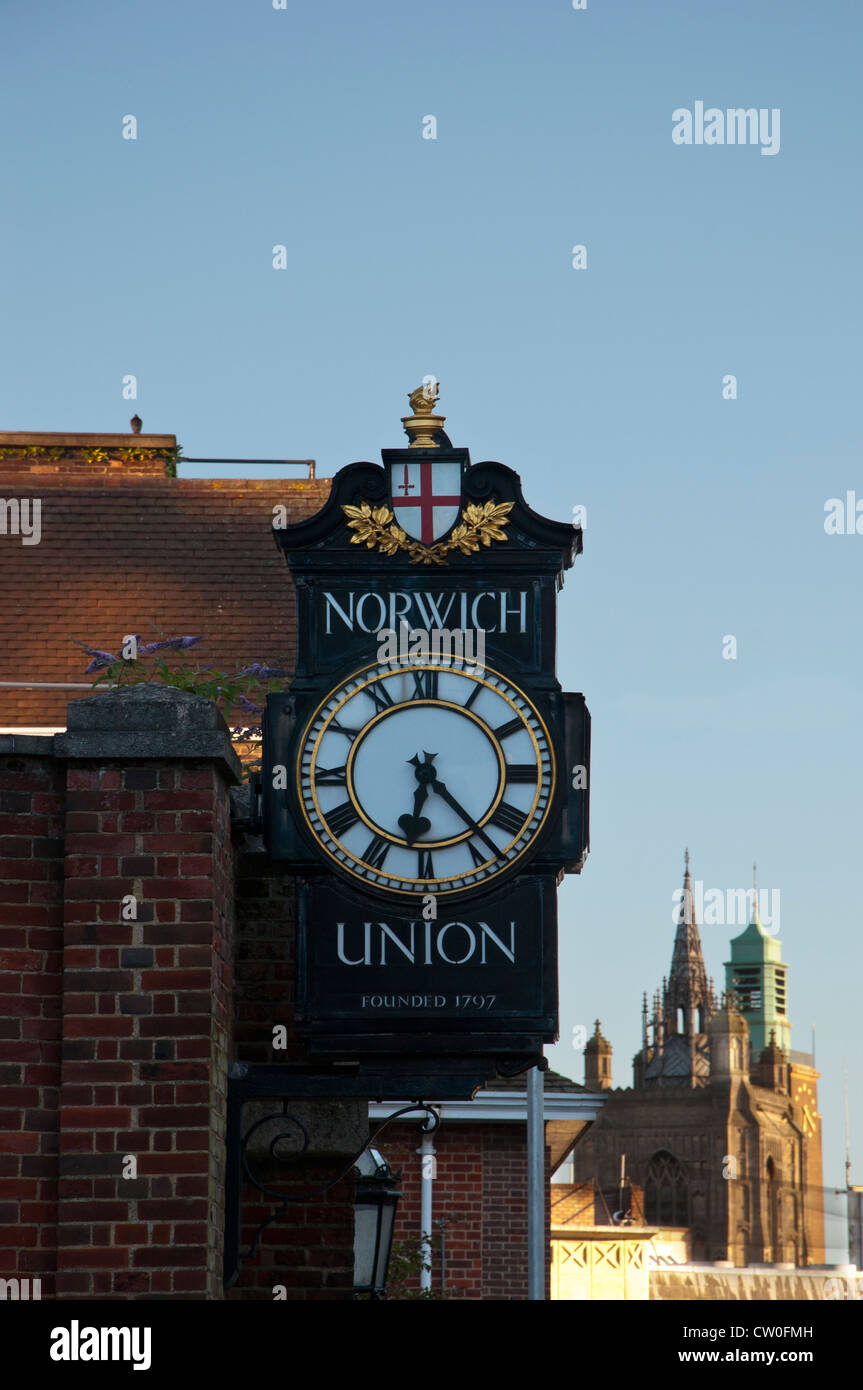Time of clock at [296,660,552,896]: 6:23
